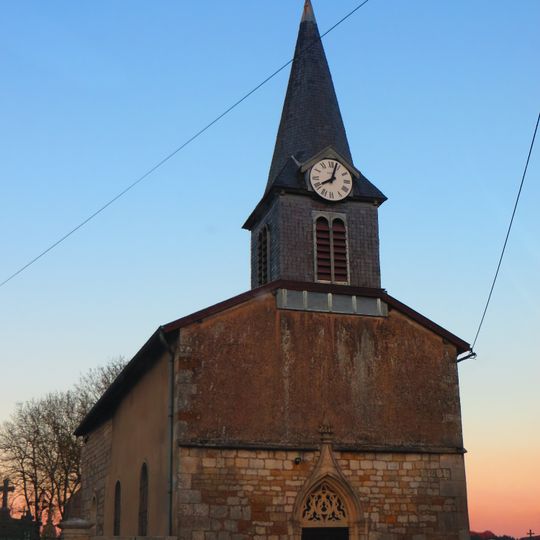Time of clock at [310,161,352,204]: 8:03
